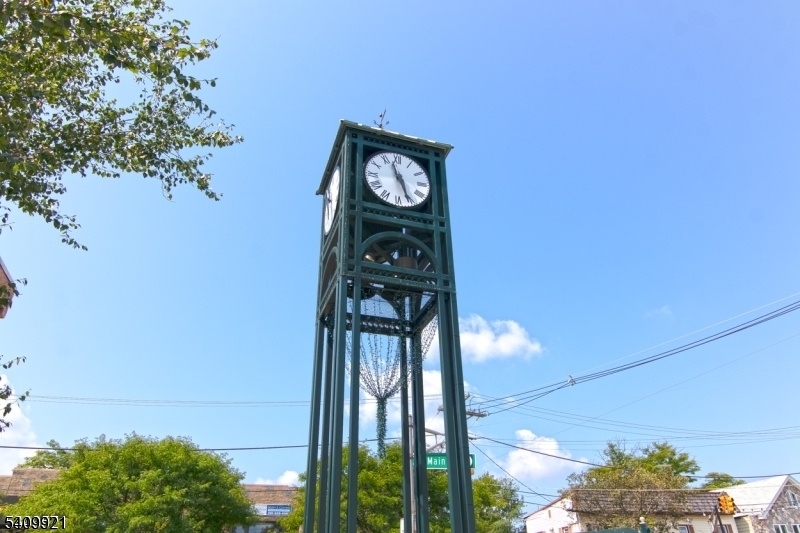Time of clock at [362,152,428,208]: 11:26
